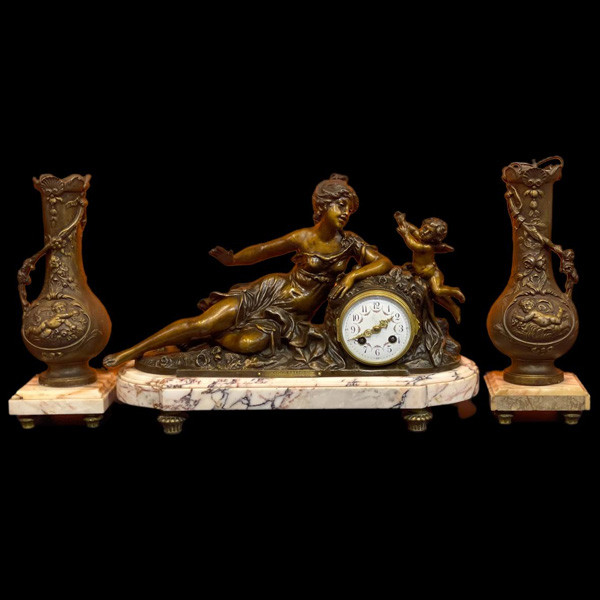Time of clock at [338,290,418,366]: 1:41
